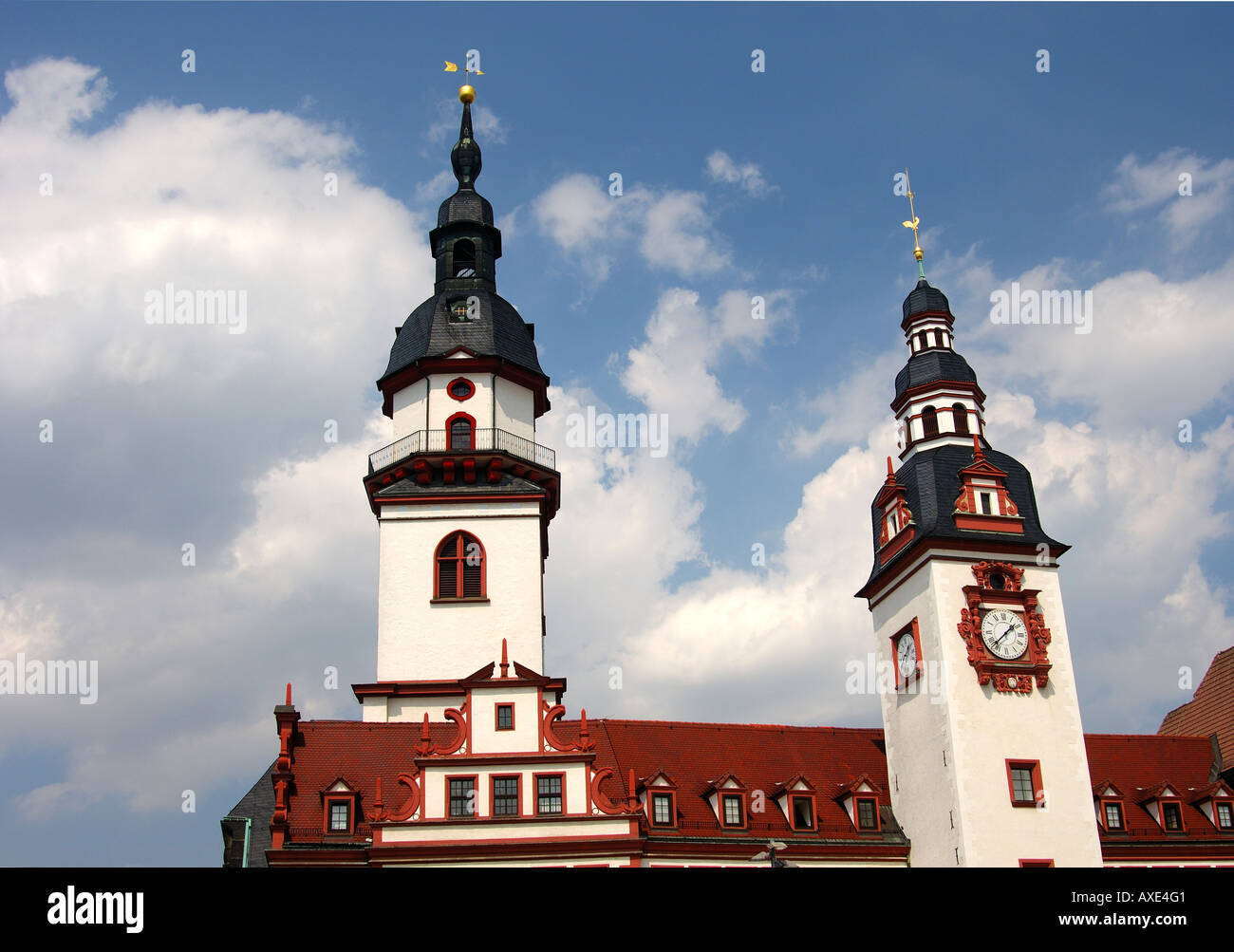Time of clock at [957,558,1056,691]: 1:38
